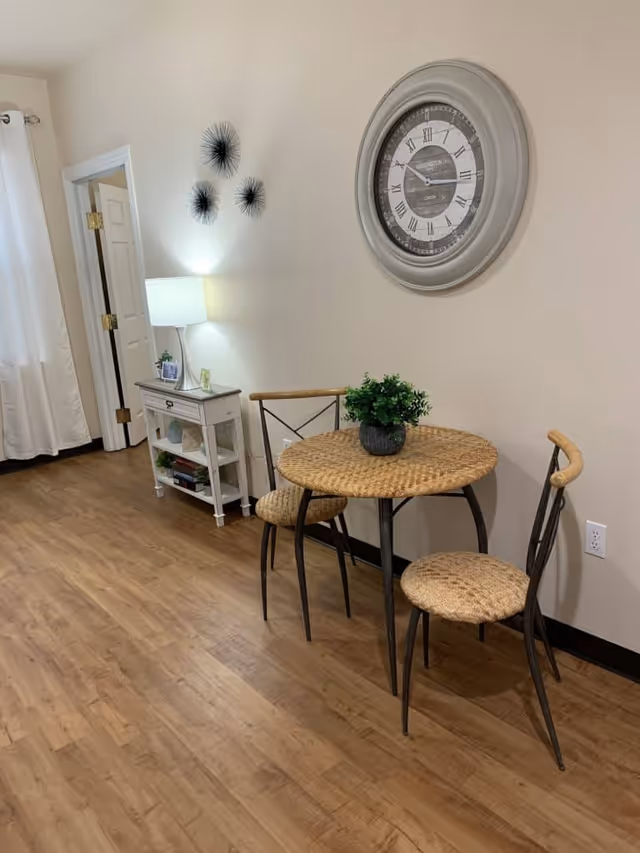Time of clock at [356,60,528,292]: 10:15
